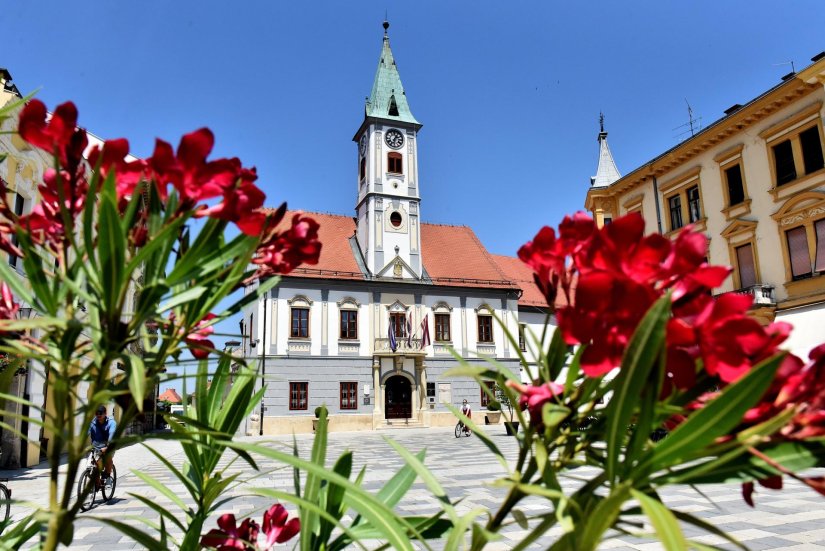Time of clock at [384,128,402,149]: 1:32
